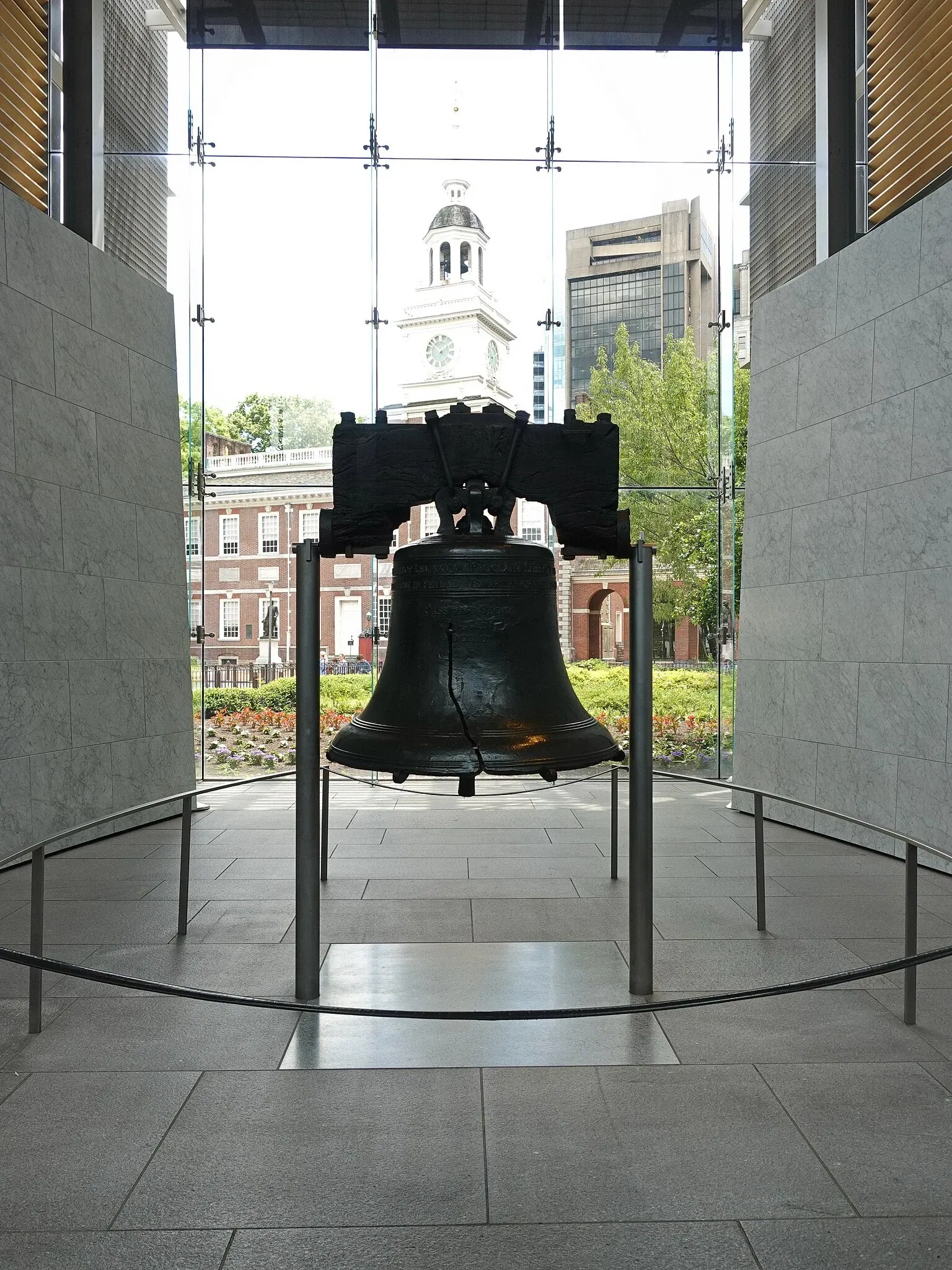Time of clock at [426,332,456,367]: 1:52
